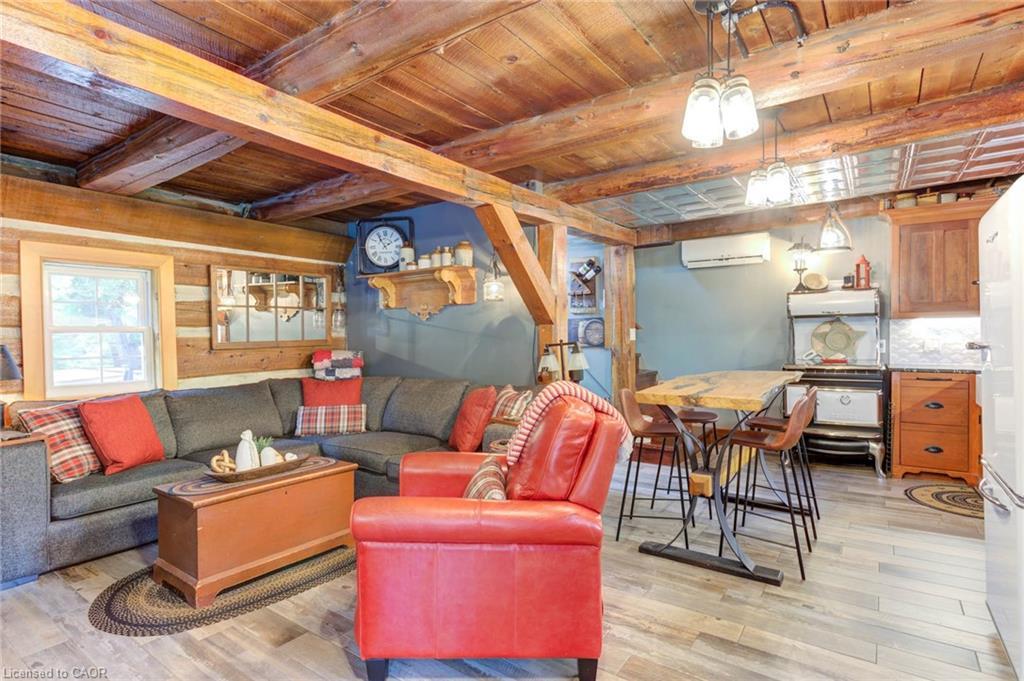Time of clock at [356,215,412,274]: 1:54
